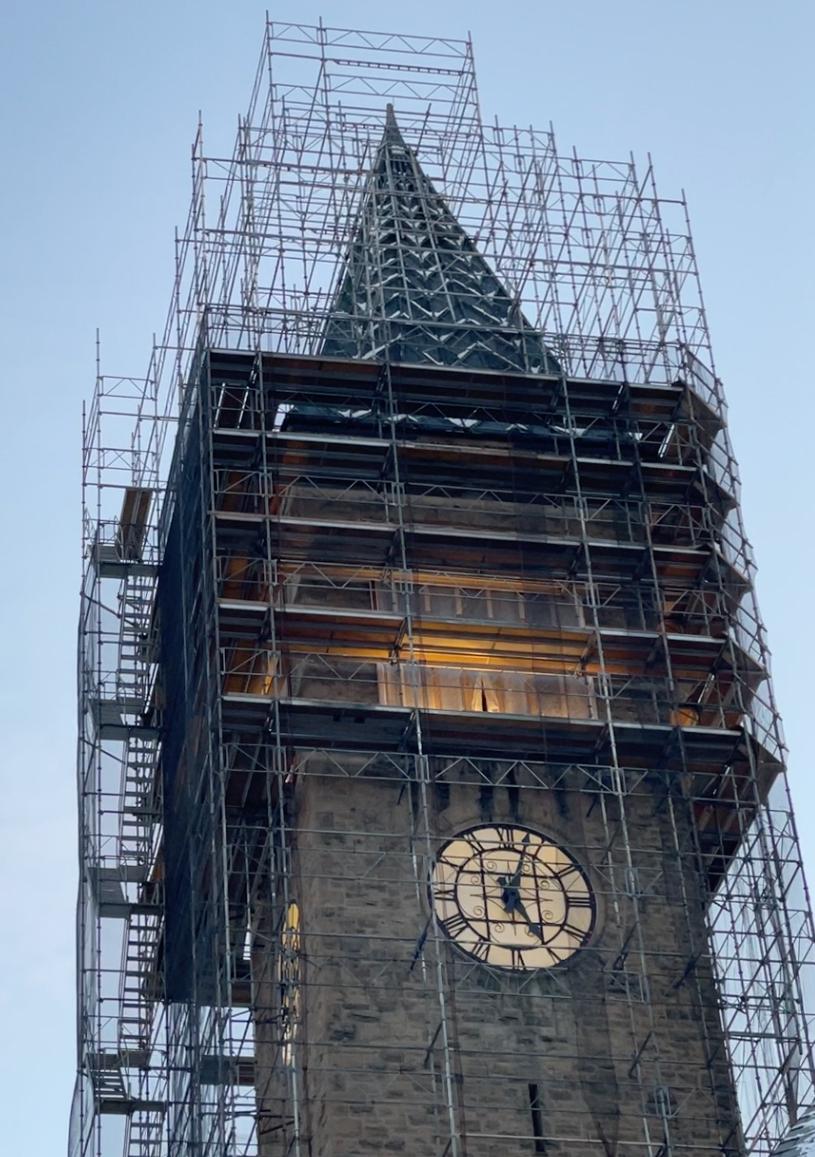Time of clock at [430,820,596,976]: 5:03
